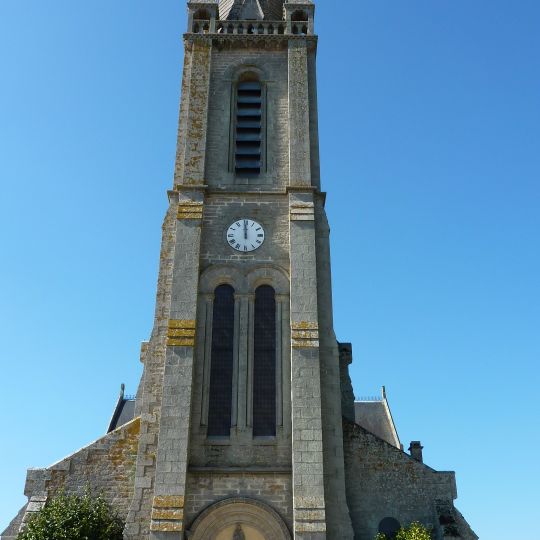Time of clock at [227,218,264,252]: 11:59
